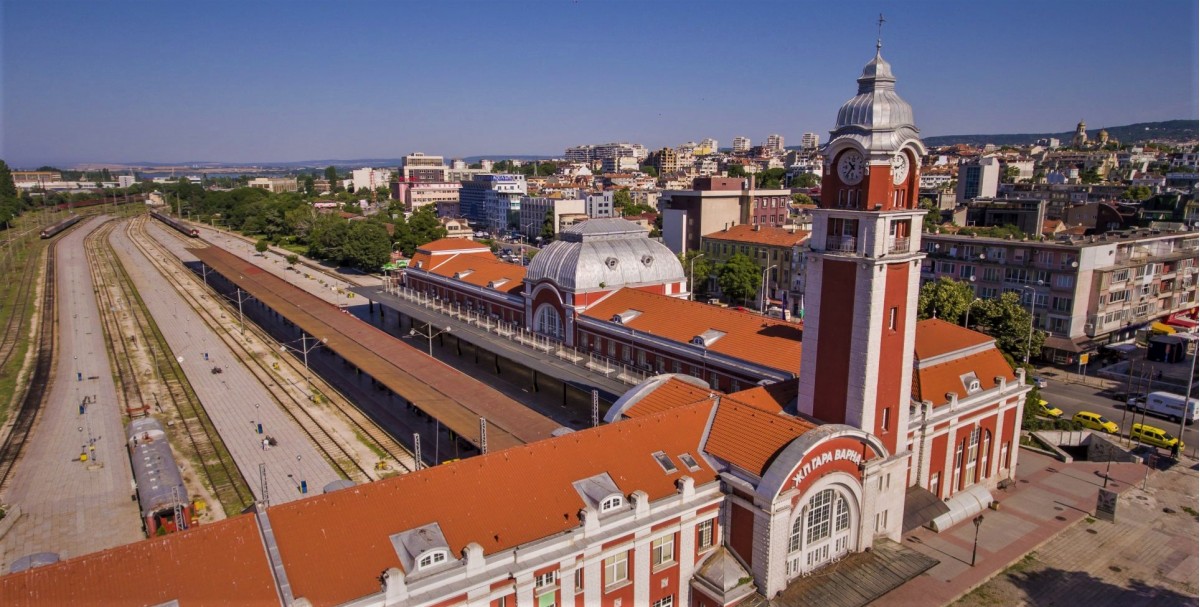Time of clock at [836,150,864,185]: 10:36
